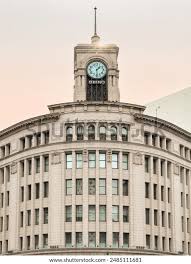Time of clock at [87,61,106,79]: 1:29
